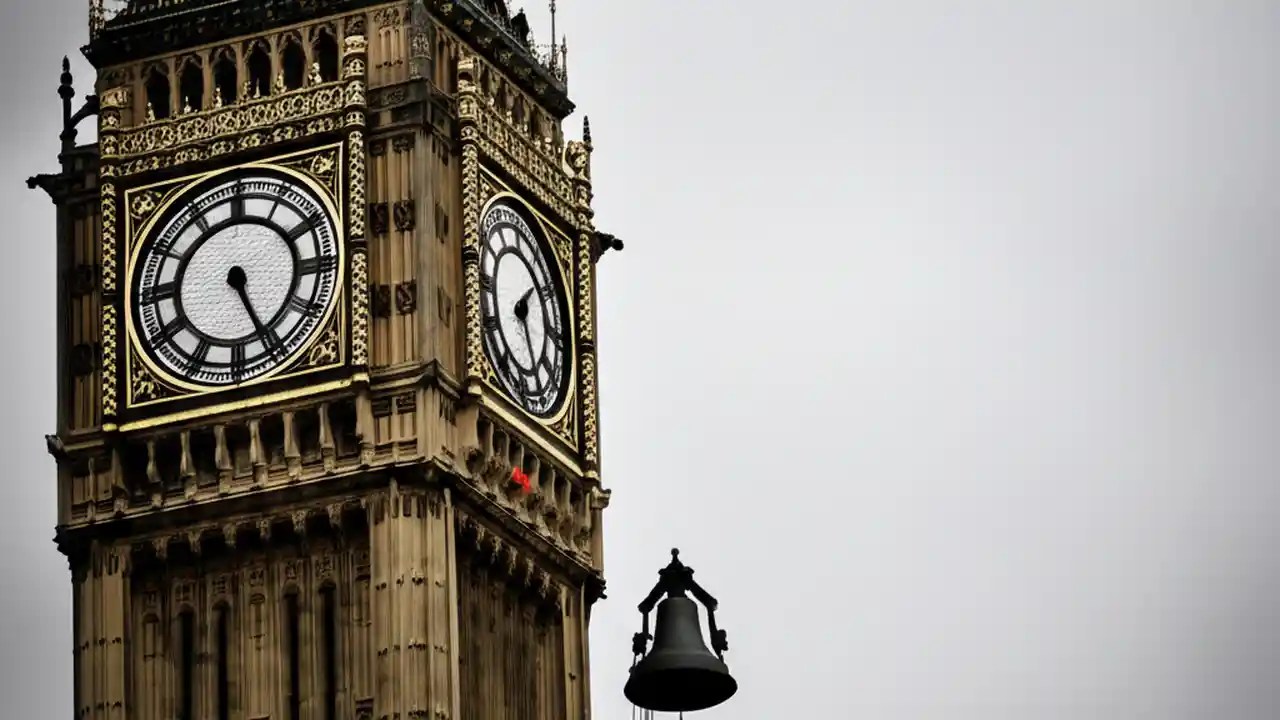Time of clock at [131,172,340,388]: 5:26
